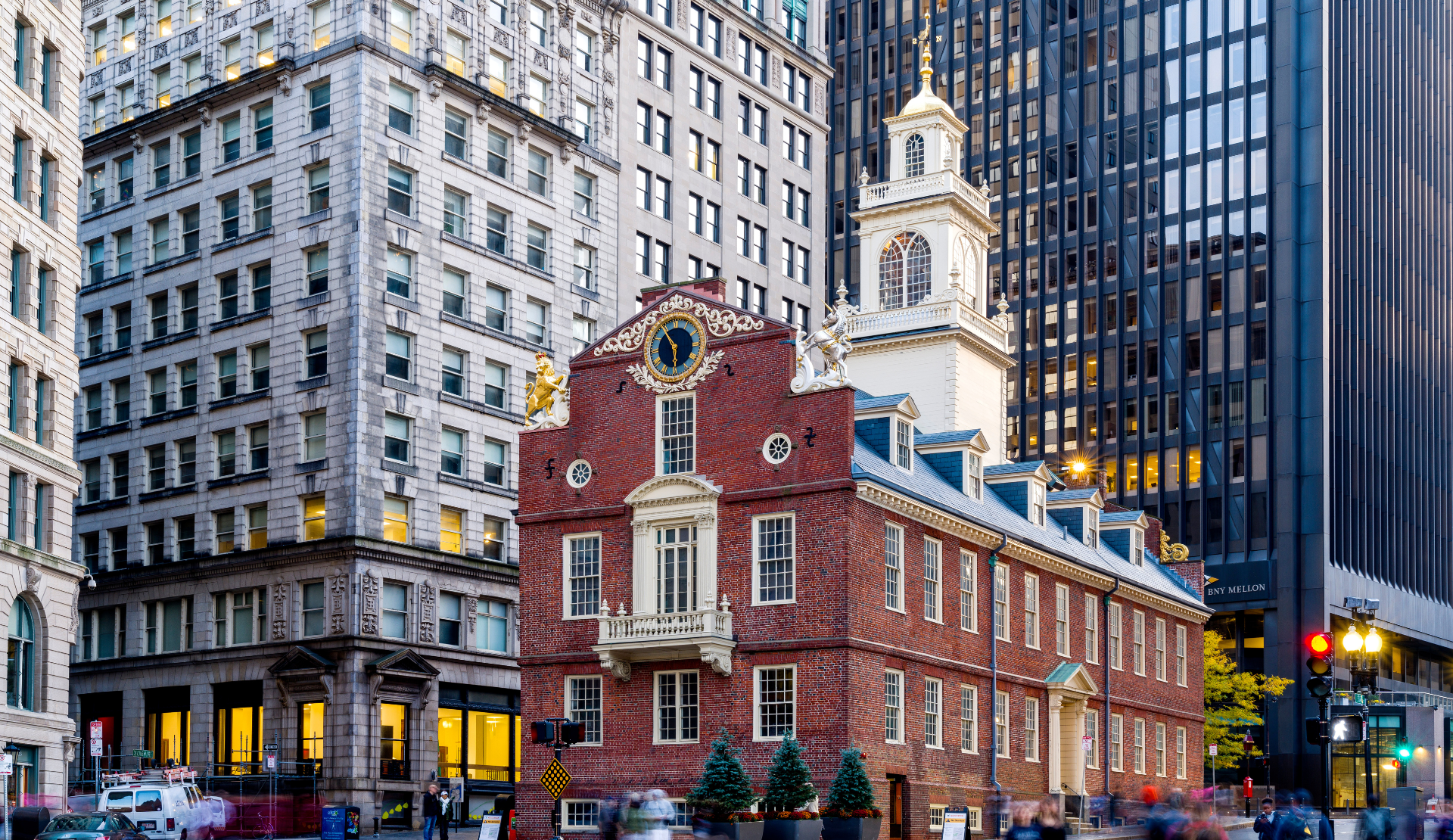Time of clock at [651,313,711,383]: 5:54
